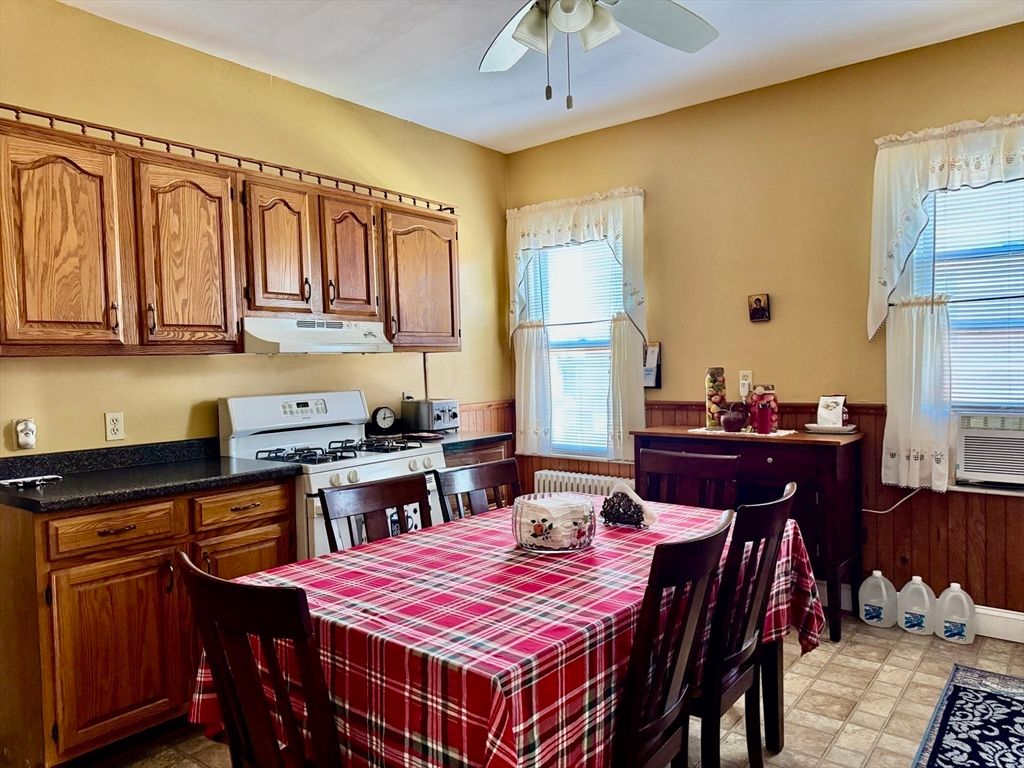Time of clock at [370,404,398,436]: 12:13
